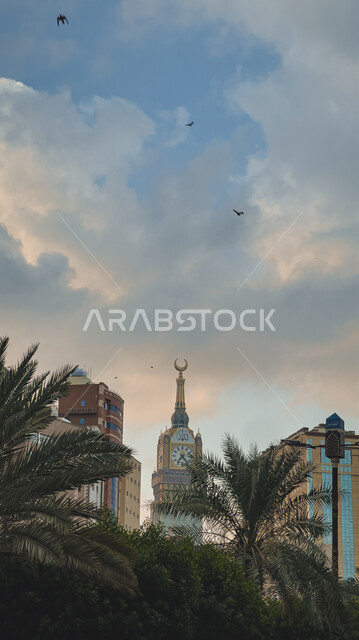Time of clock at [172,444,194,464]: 7:23
